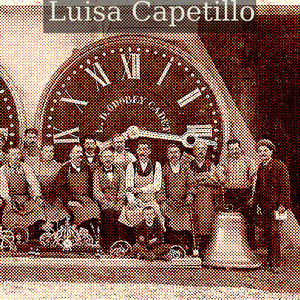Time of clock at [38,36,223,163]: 8:16
